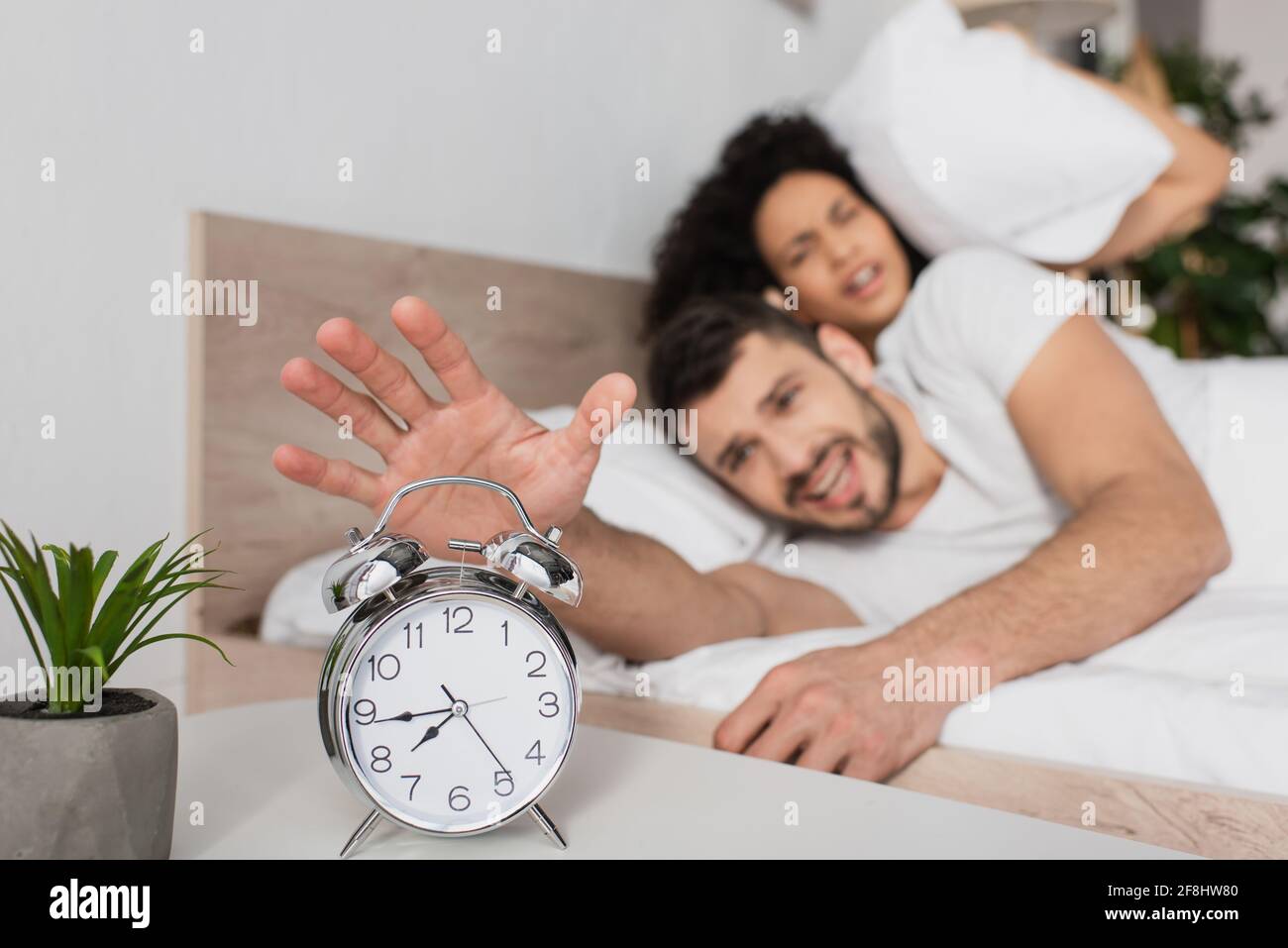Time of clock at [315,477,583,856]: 7:44
